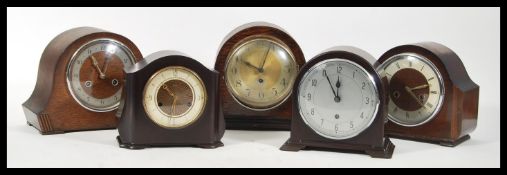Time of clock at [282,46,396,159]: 11:55
